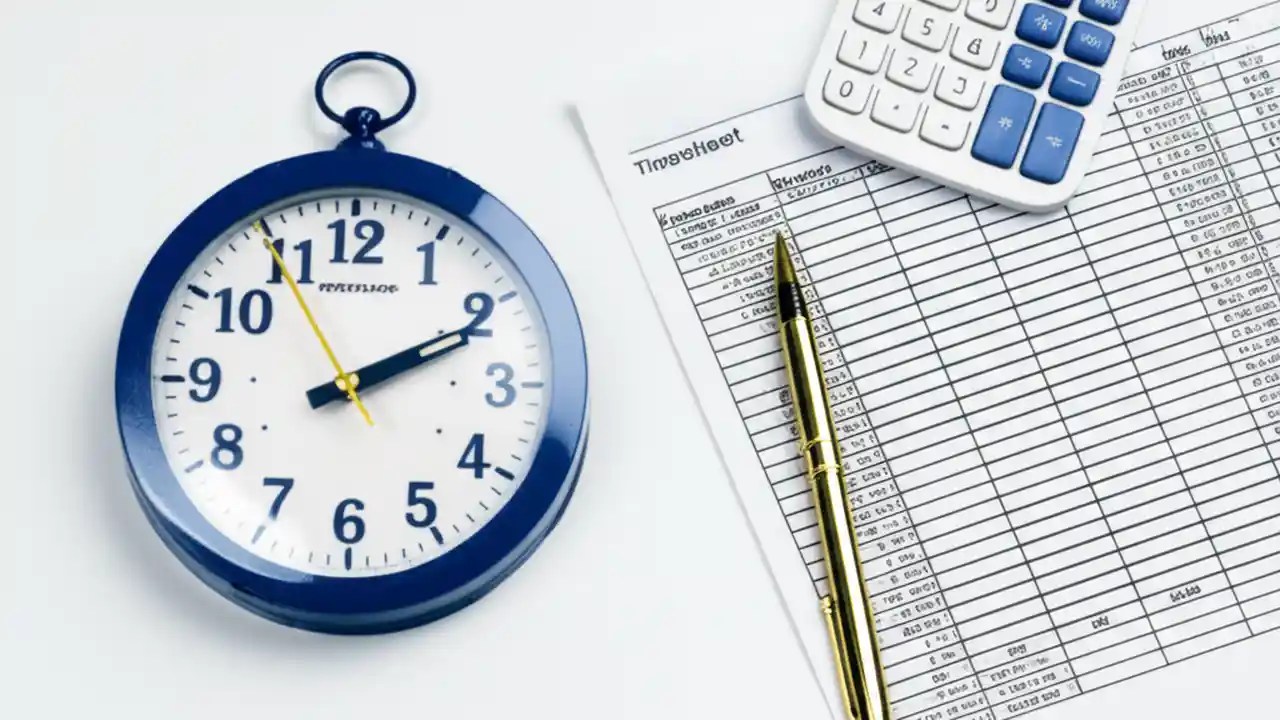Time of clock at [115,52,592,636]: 2:10
